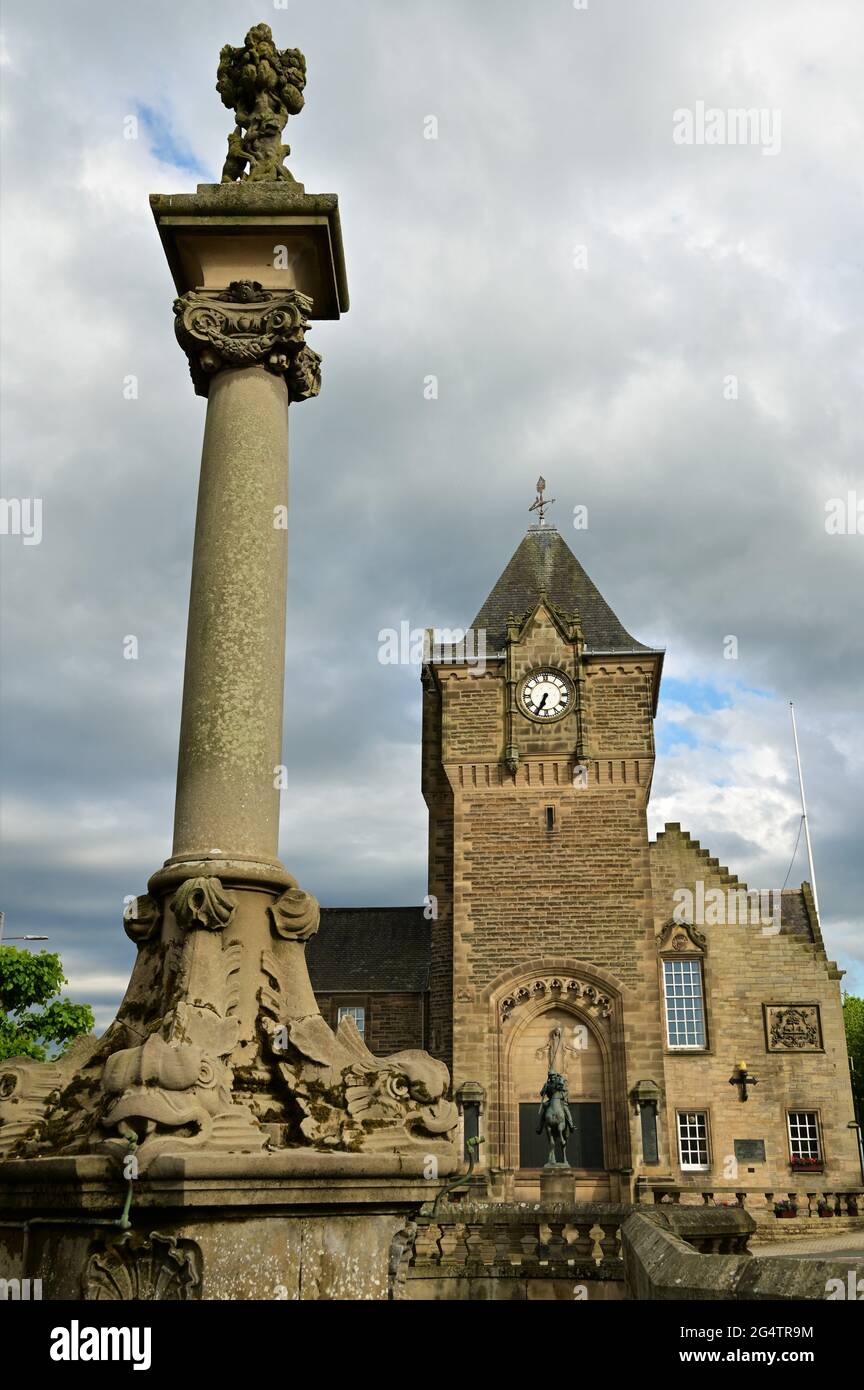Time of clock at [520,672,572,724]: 6:34
